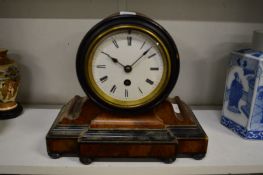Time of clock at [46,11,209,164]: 10:07
